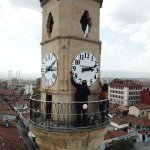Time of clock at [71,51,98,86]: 3:12
